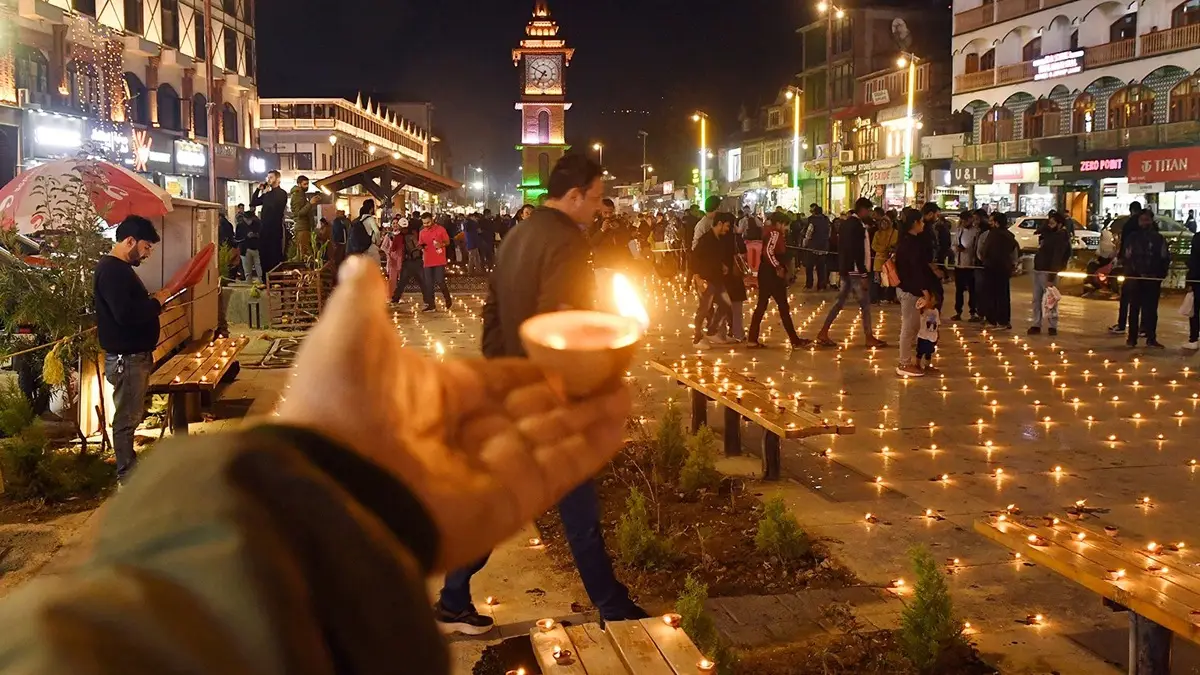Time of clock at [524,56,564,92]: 6:49
